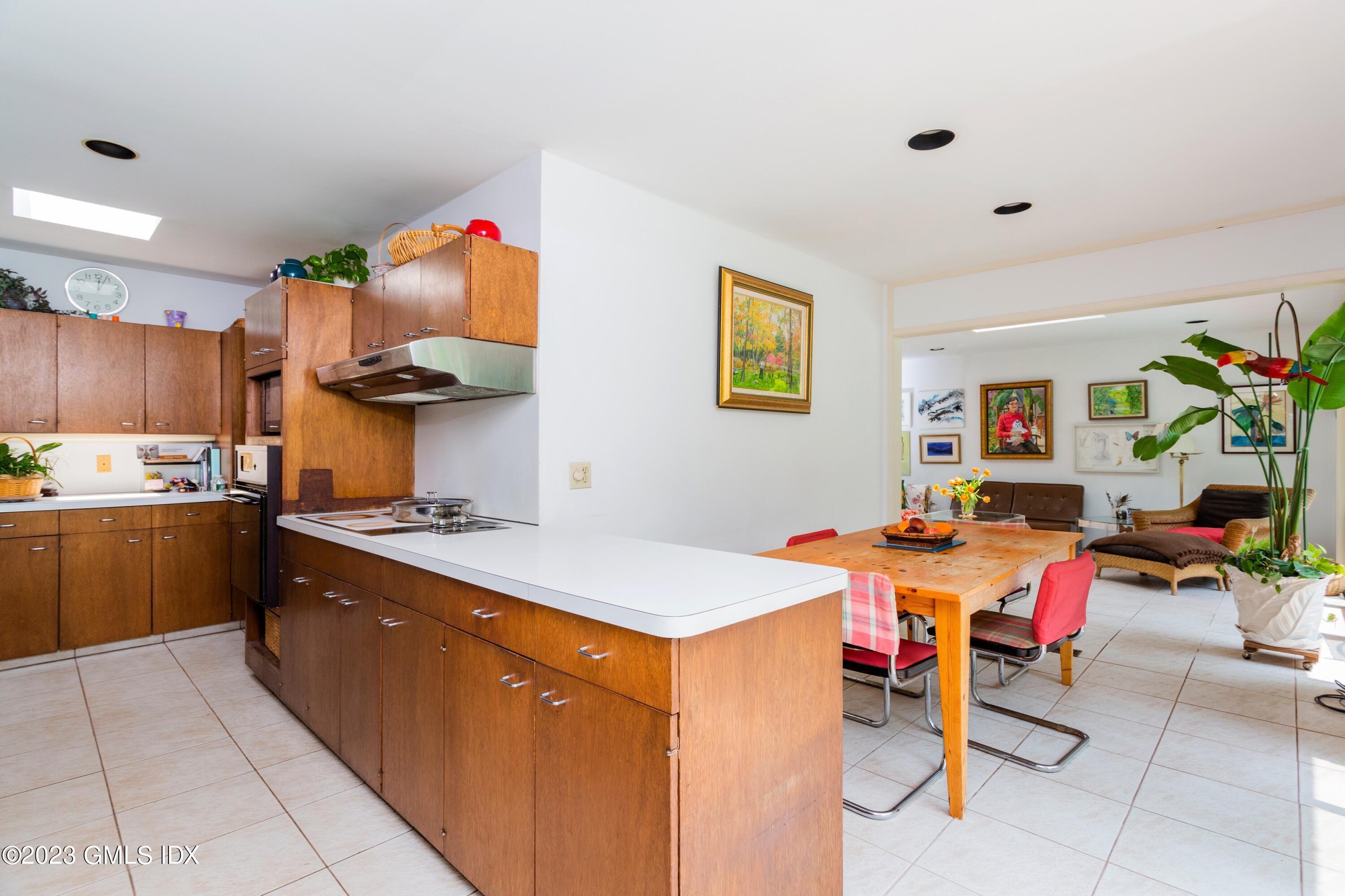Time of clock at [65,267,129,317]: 12:03
